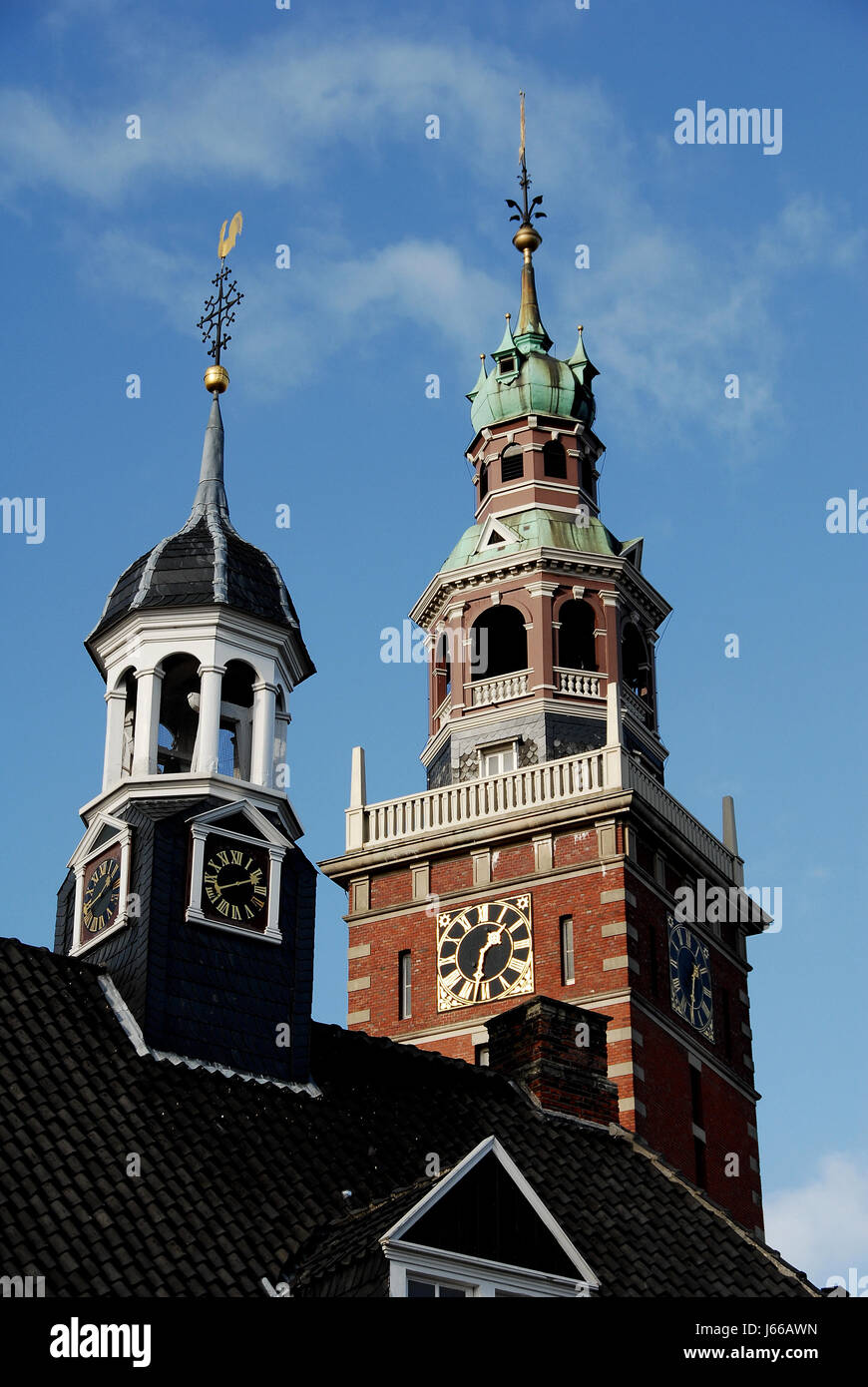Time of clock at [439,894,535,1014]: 1:32
